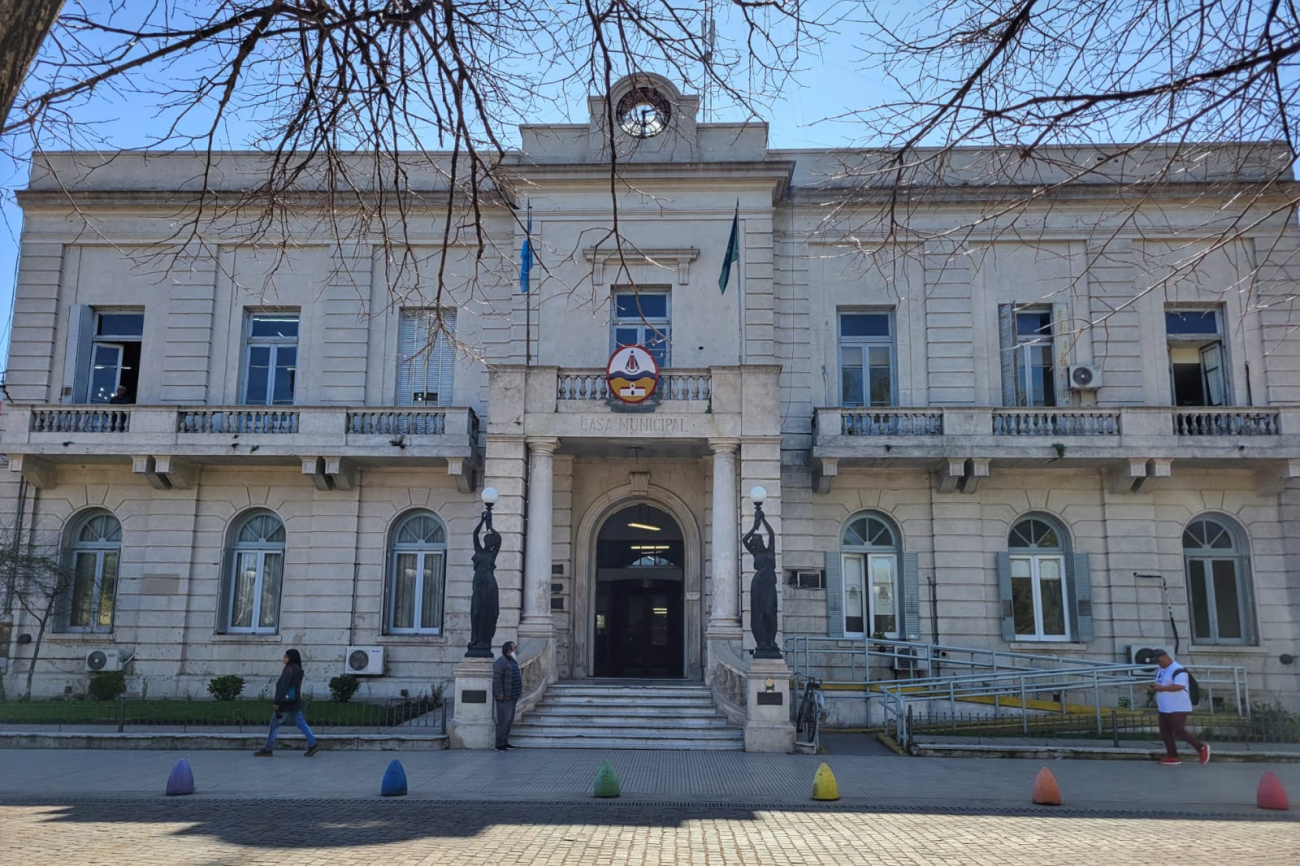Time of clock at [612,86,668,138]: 2:29
